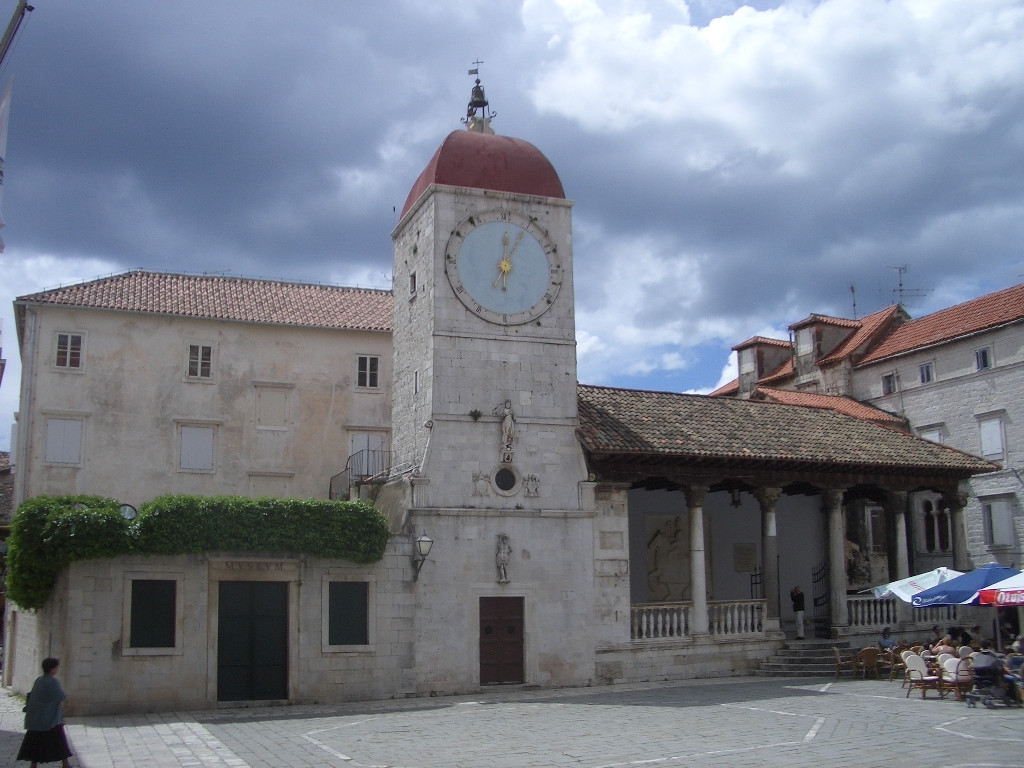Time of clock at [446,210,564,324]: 12:04
